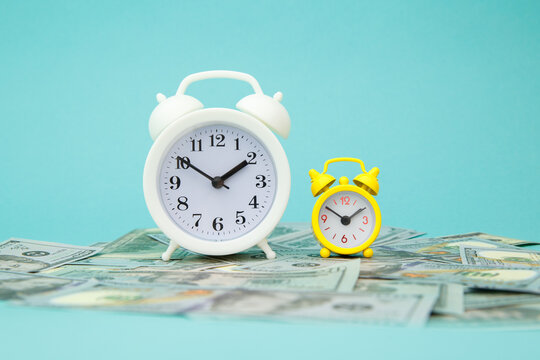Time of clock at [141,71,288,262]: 1:50
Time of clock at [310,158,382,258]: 1:50
